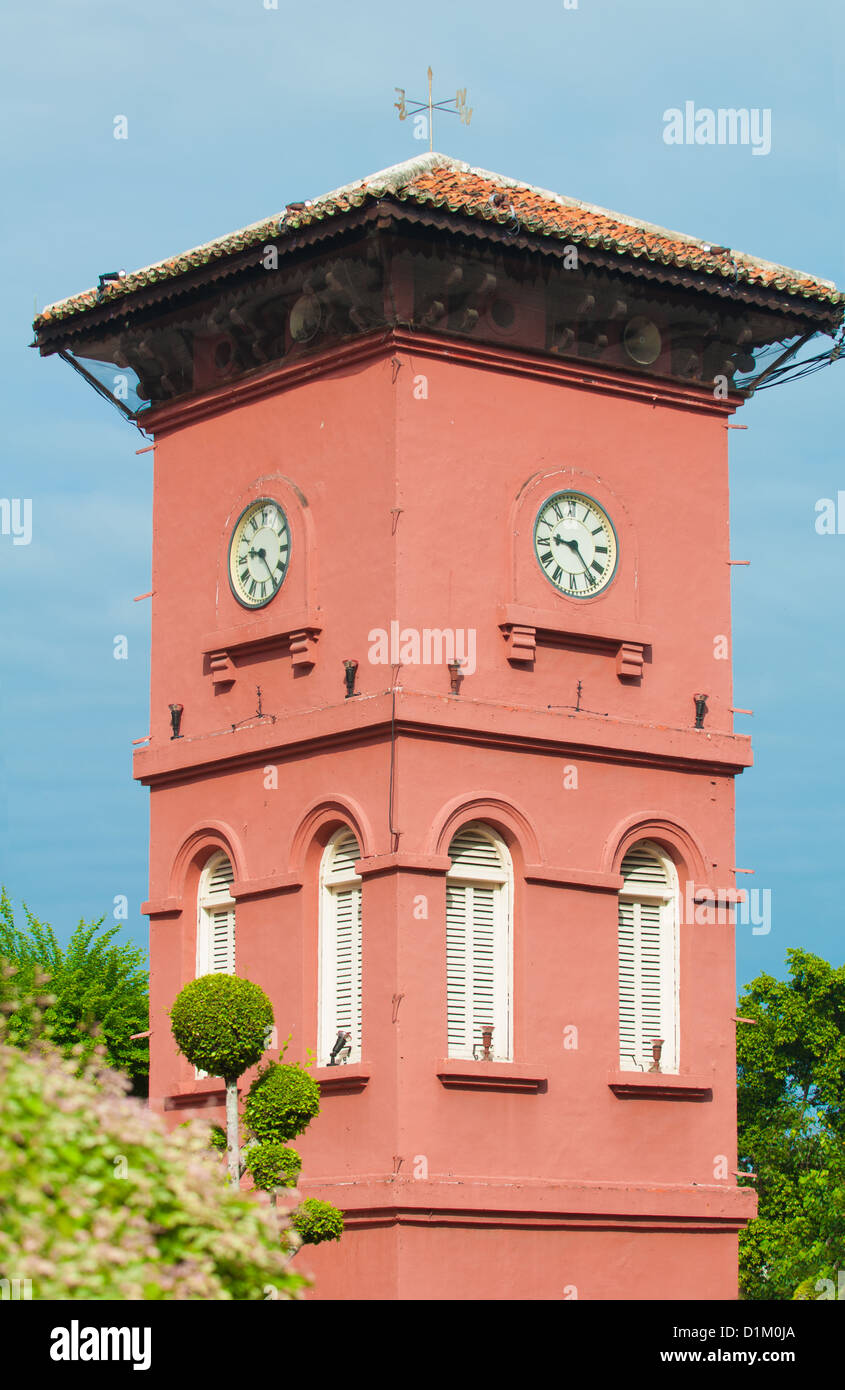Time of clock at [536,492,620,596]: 9:23
